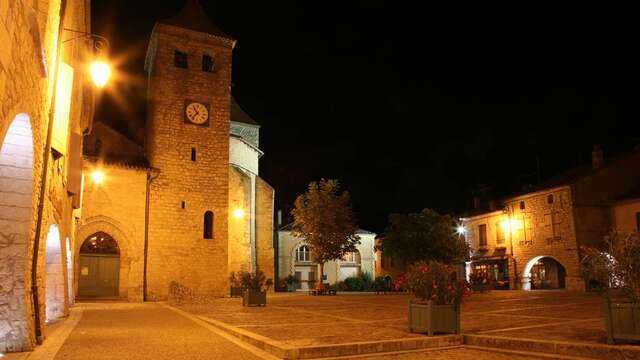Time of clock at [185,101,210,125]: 10:36
